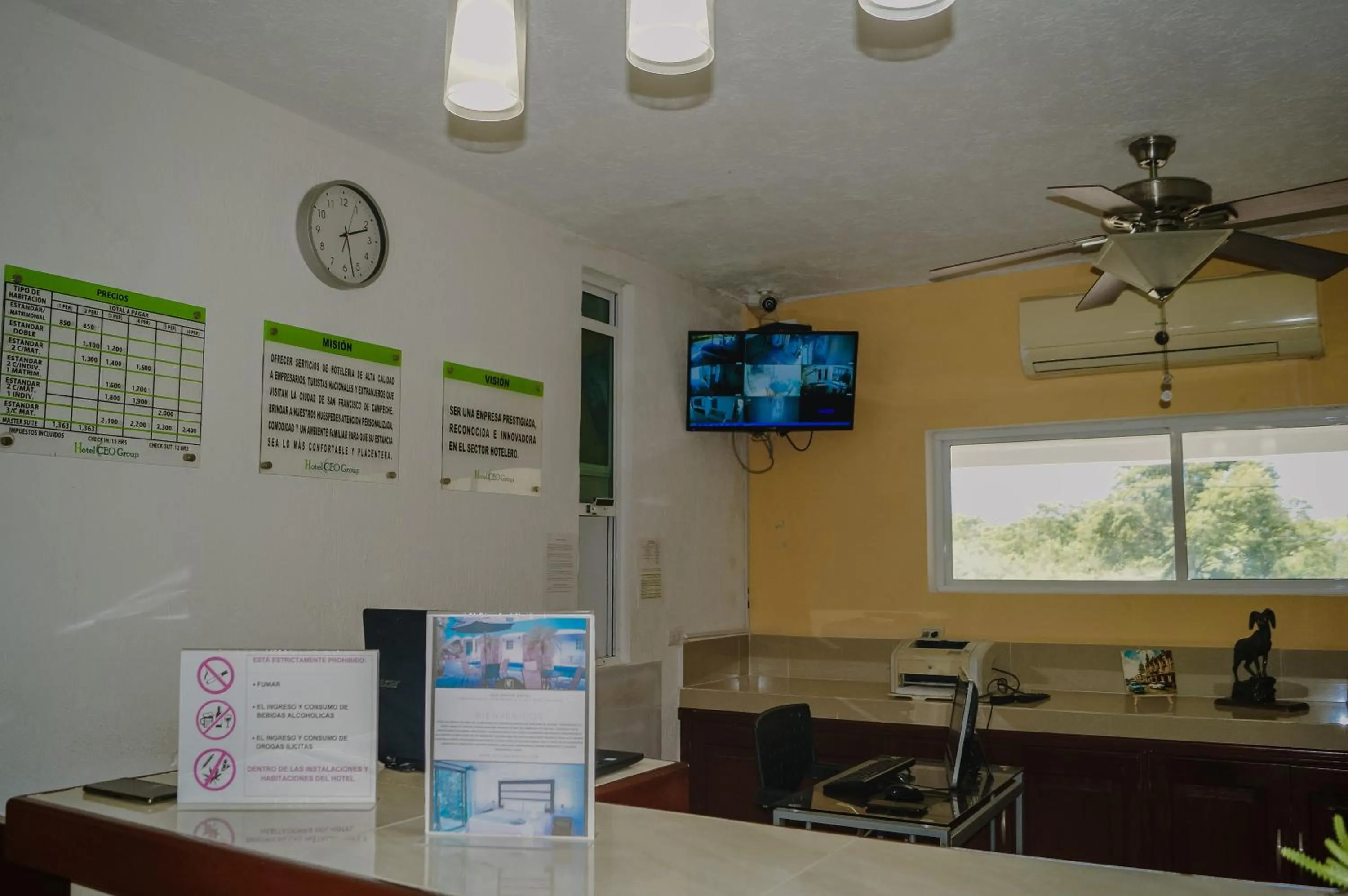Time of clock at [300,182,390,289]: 2:27
